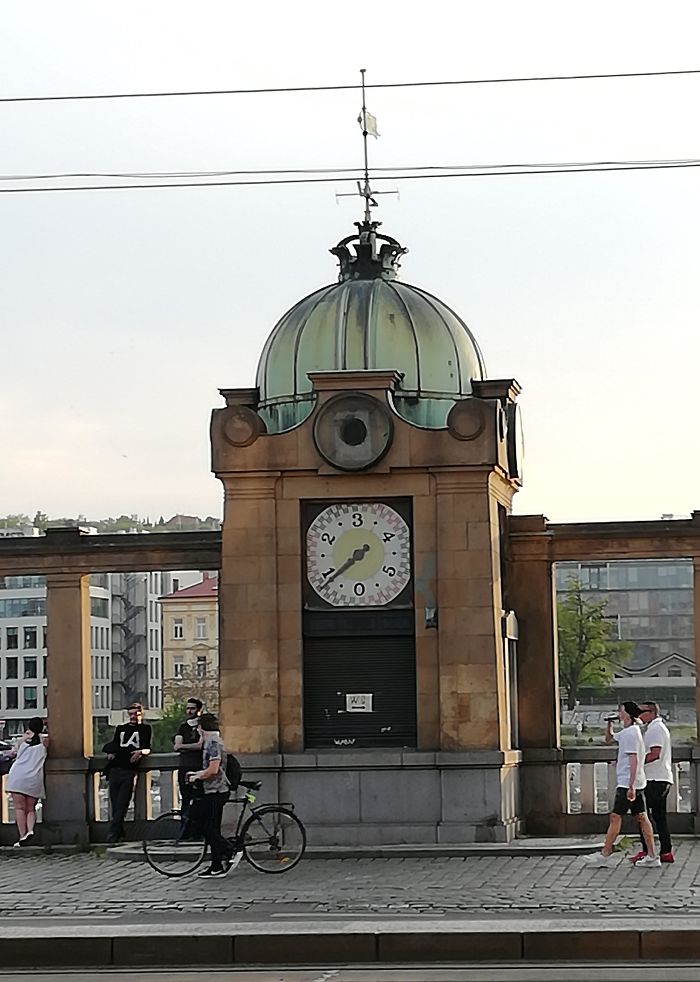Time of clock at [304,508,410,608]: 7:38
